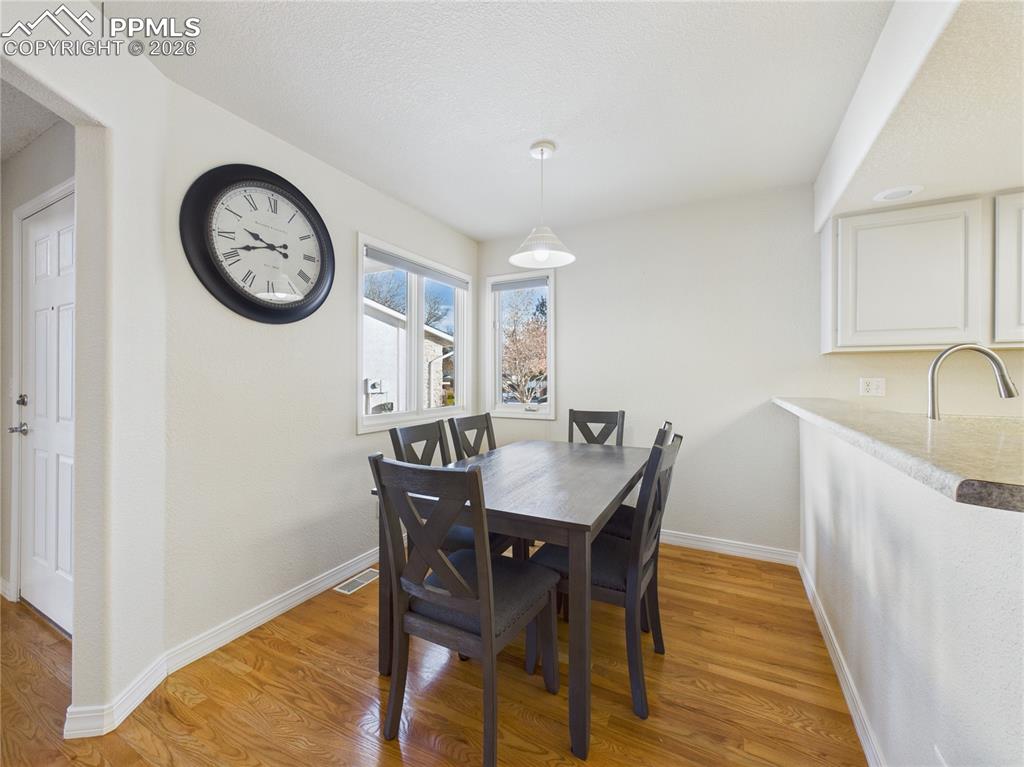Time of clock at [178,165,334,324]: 9:41
